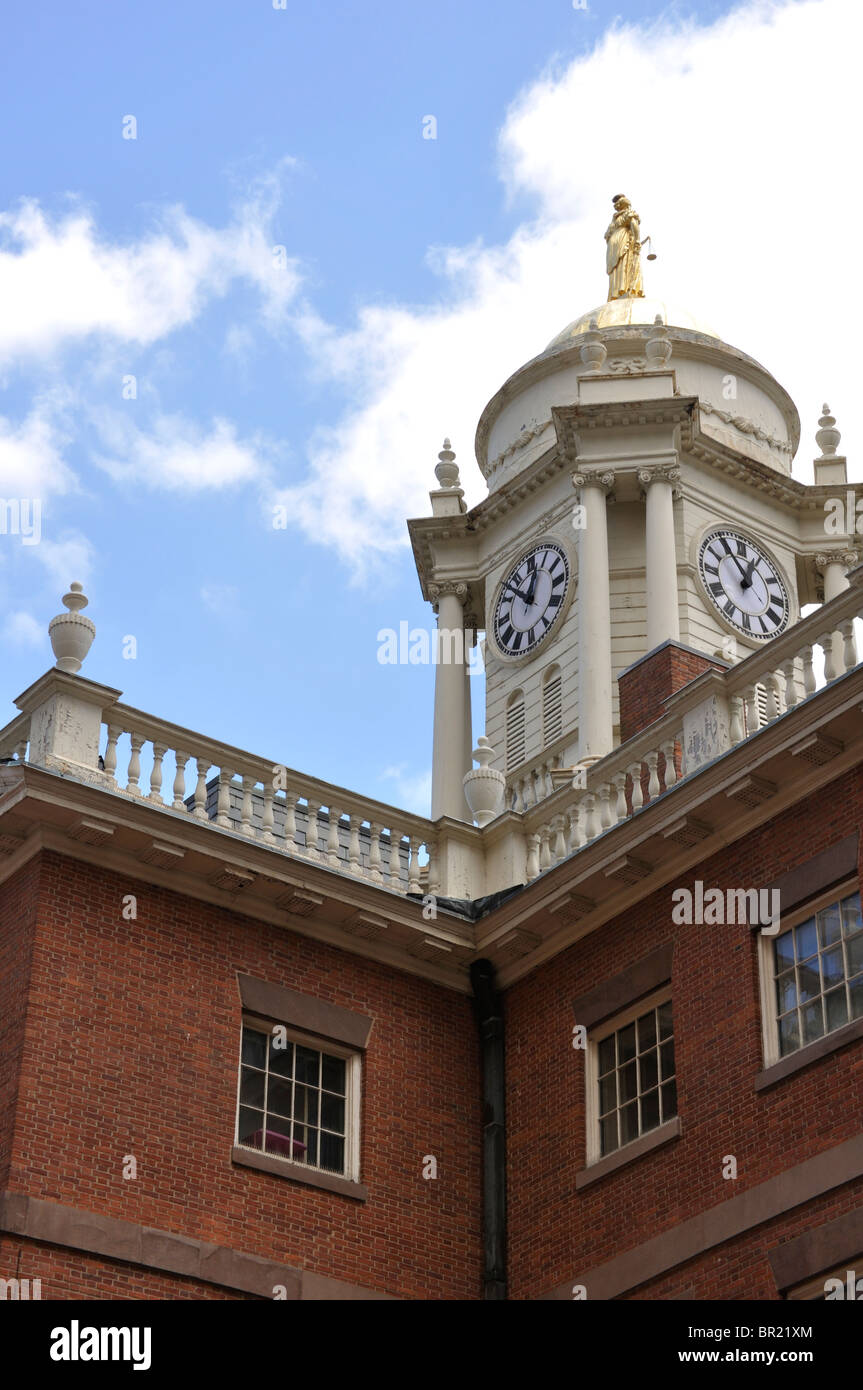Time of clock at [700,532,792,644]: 12:54
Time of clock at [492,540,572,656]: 12:52
